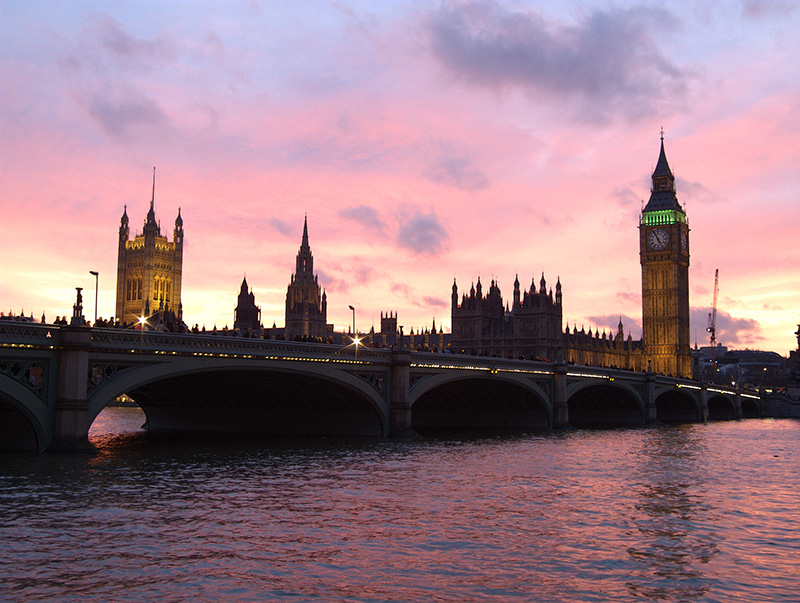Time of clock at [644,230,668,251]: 4:55
